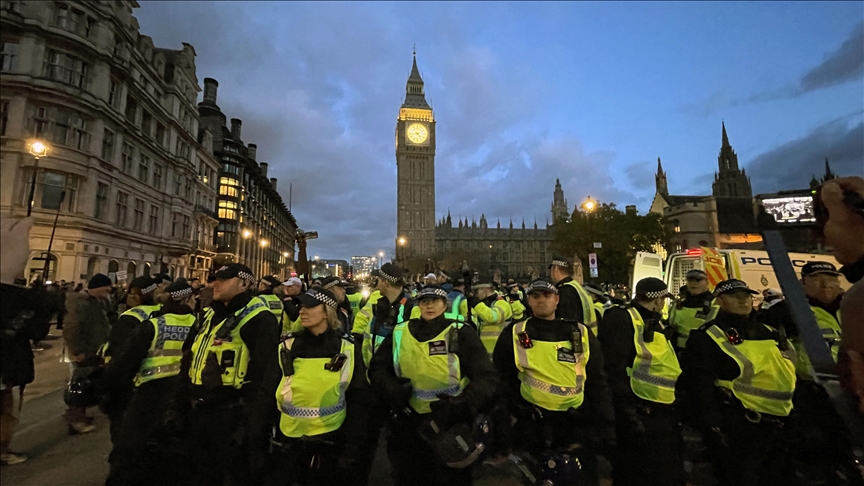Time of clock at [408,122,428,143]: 4:42
